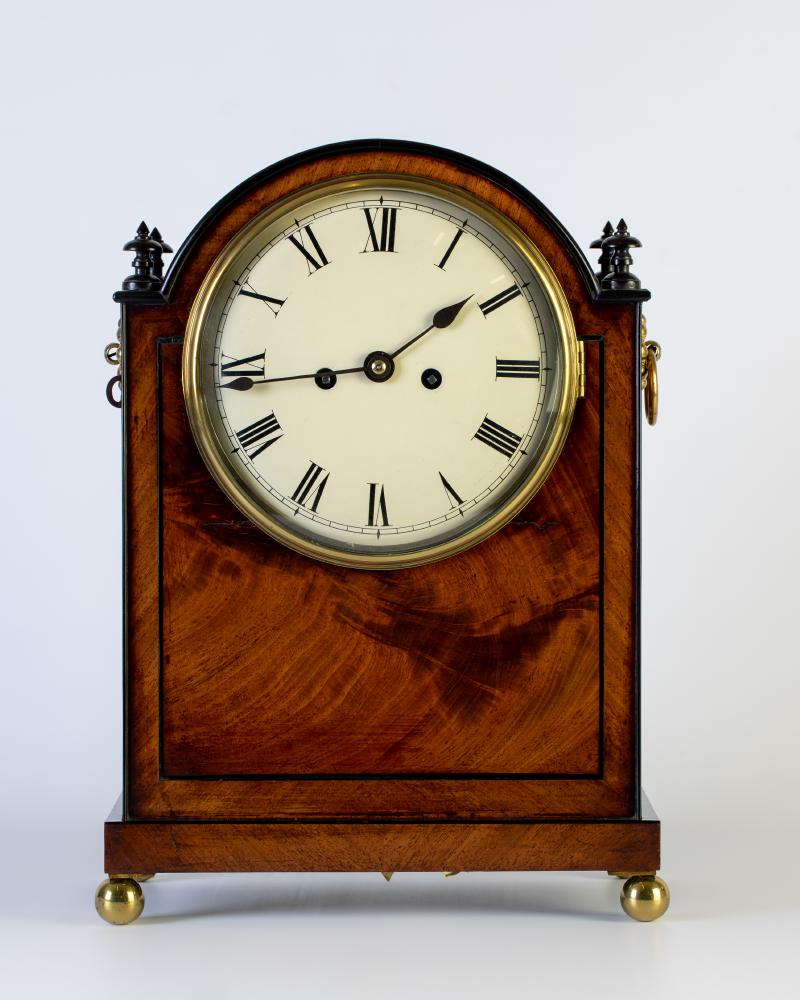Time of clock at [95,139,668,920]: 1:43
